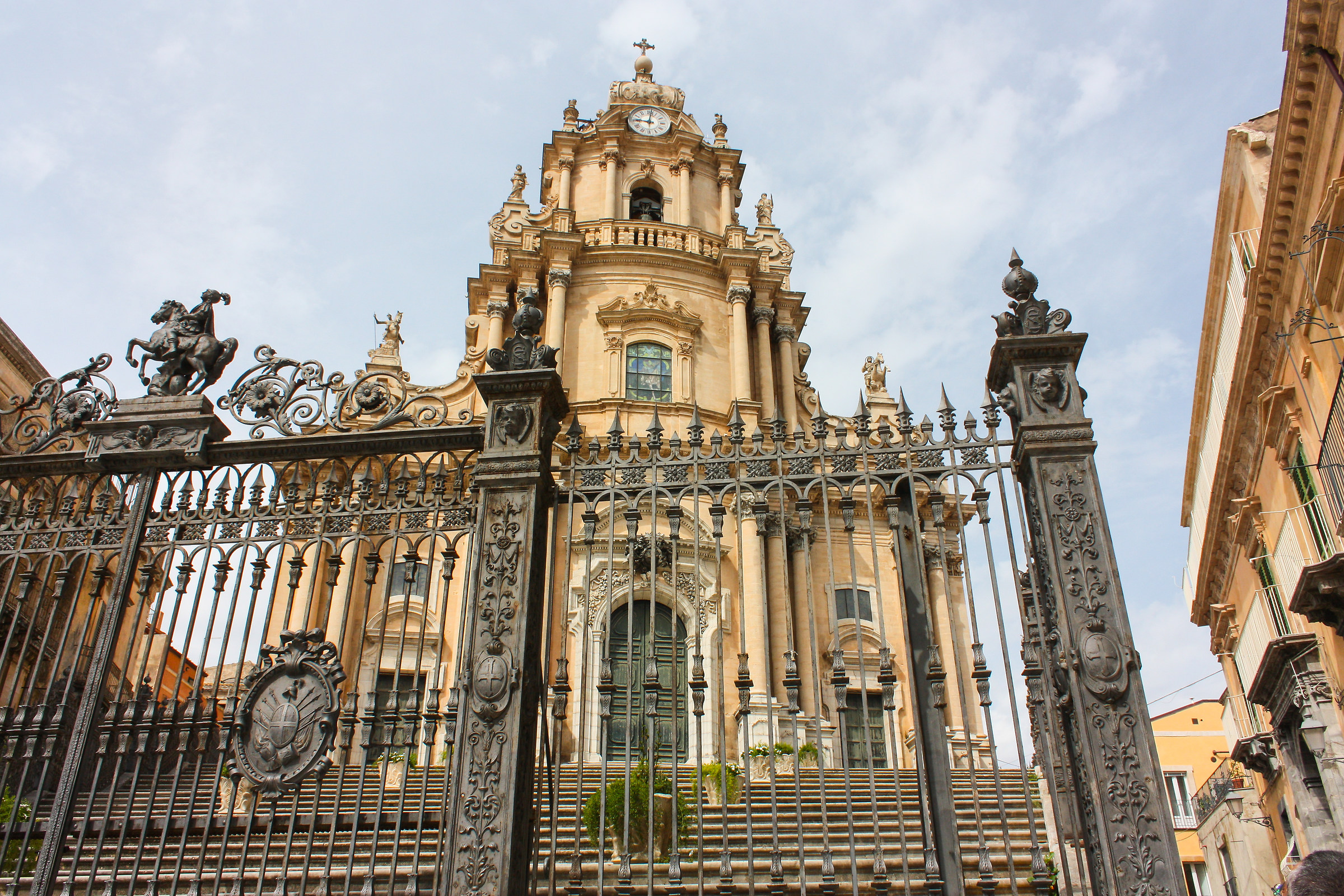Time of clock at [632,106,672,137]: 9:01
